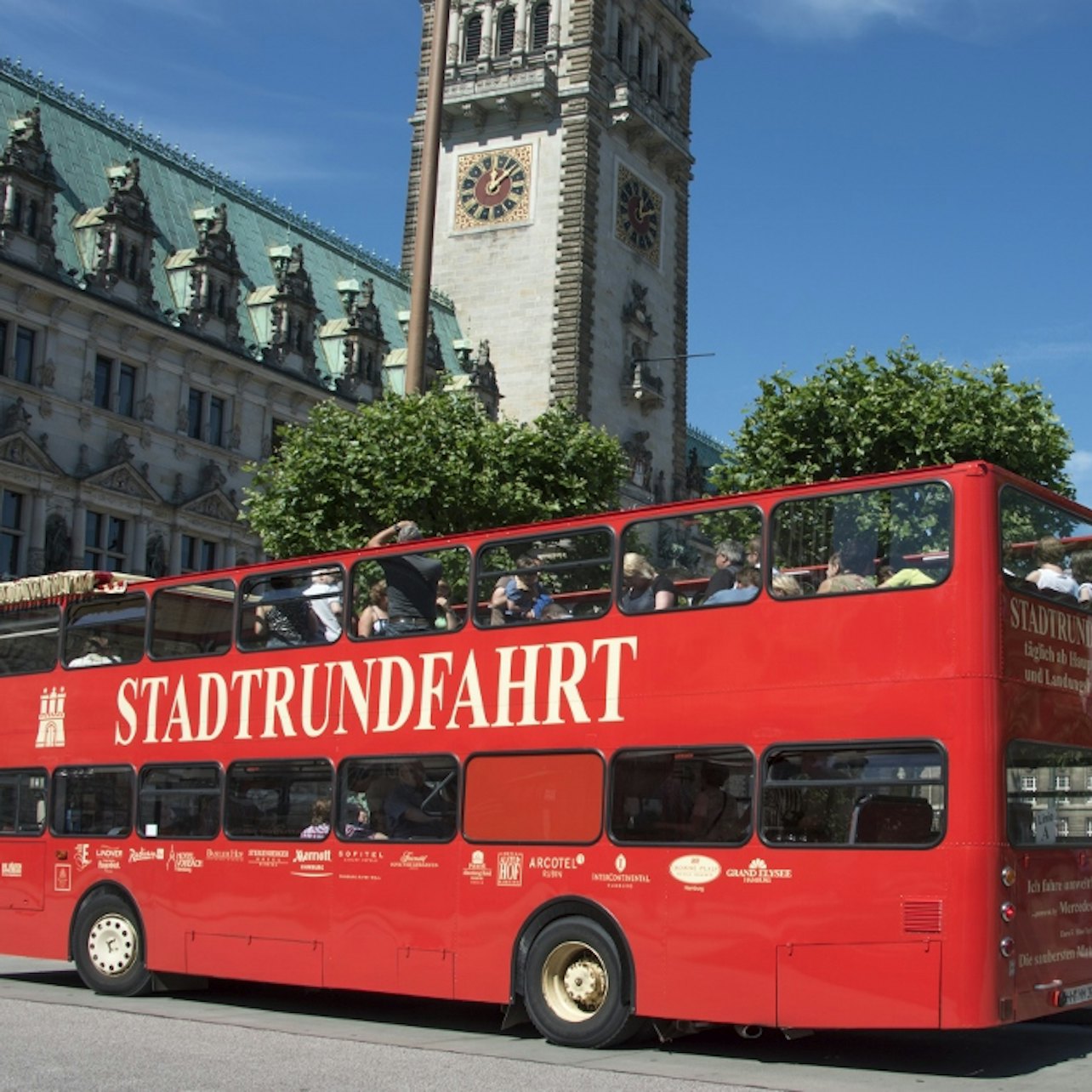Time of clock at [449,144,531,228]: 12:07
